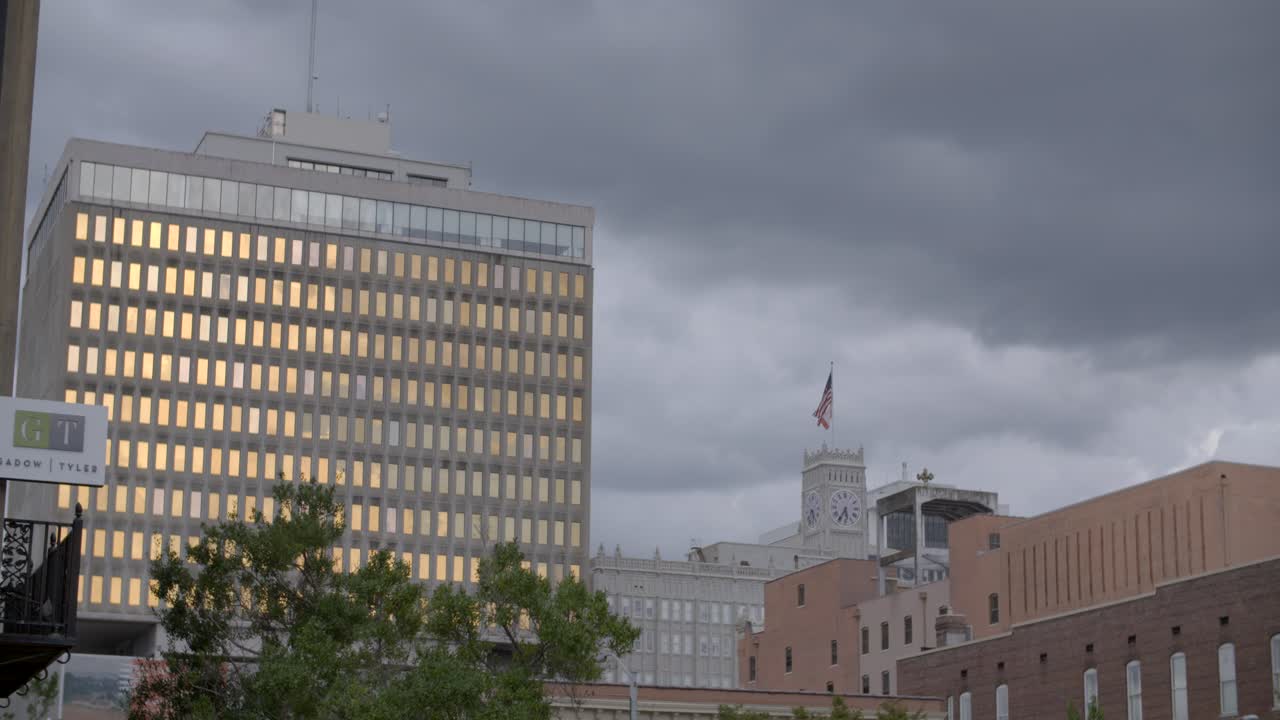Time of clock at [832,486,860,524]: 5:35
